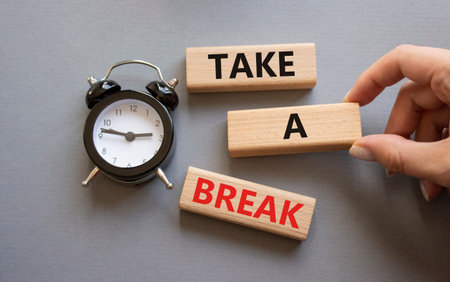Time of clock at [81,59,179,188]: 2:46
